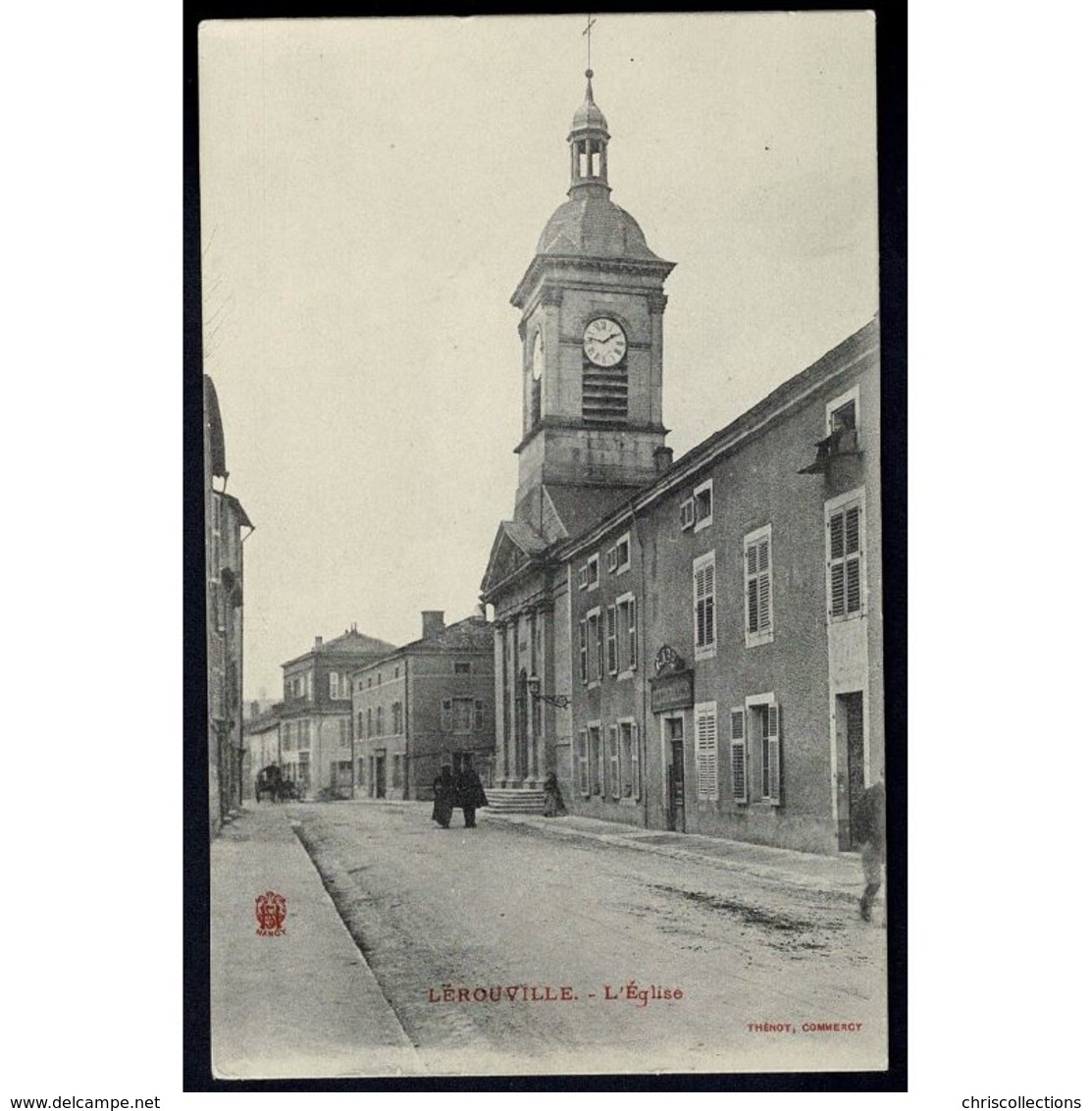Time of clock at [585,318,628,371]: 1:46
